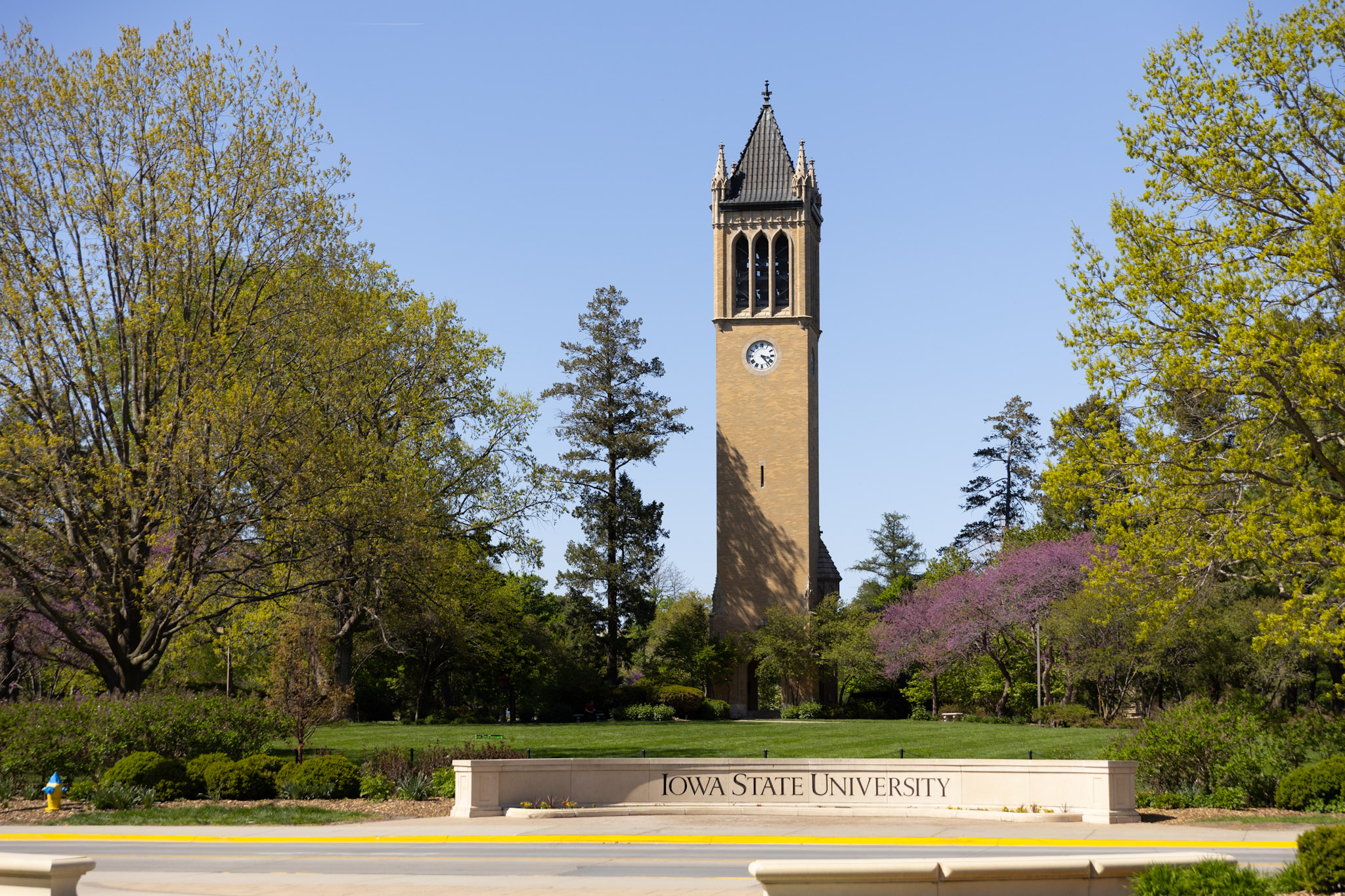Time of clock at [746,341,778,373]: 3:23
